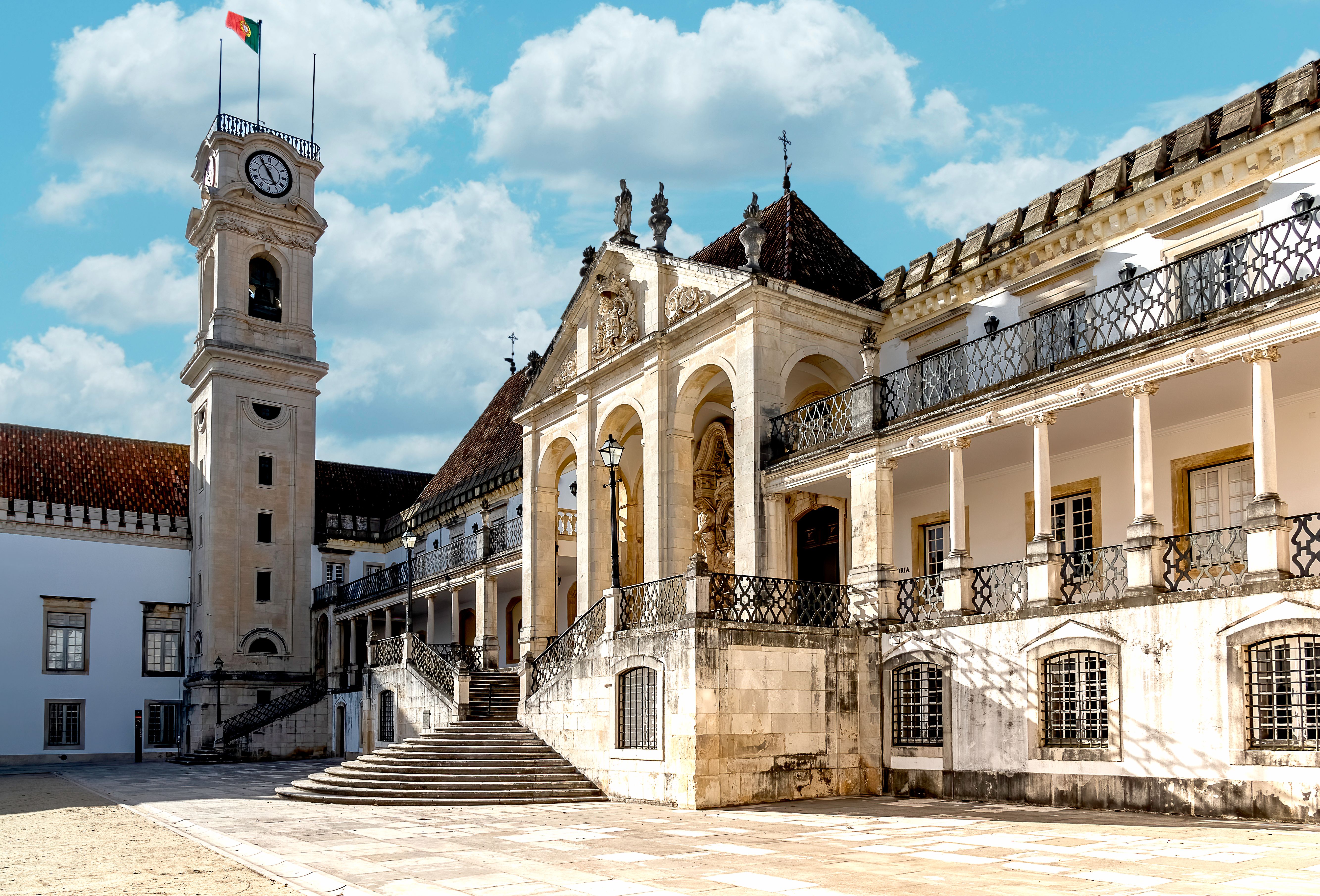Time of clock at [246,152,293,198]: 4:54
